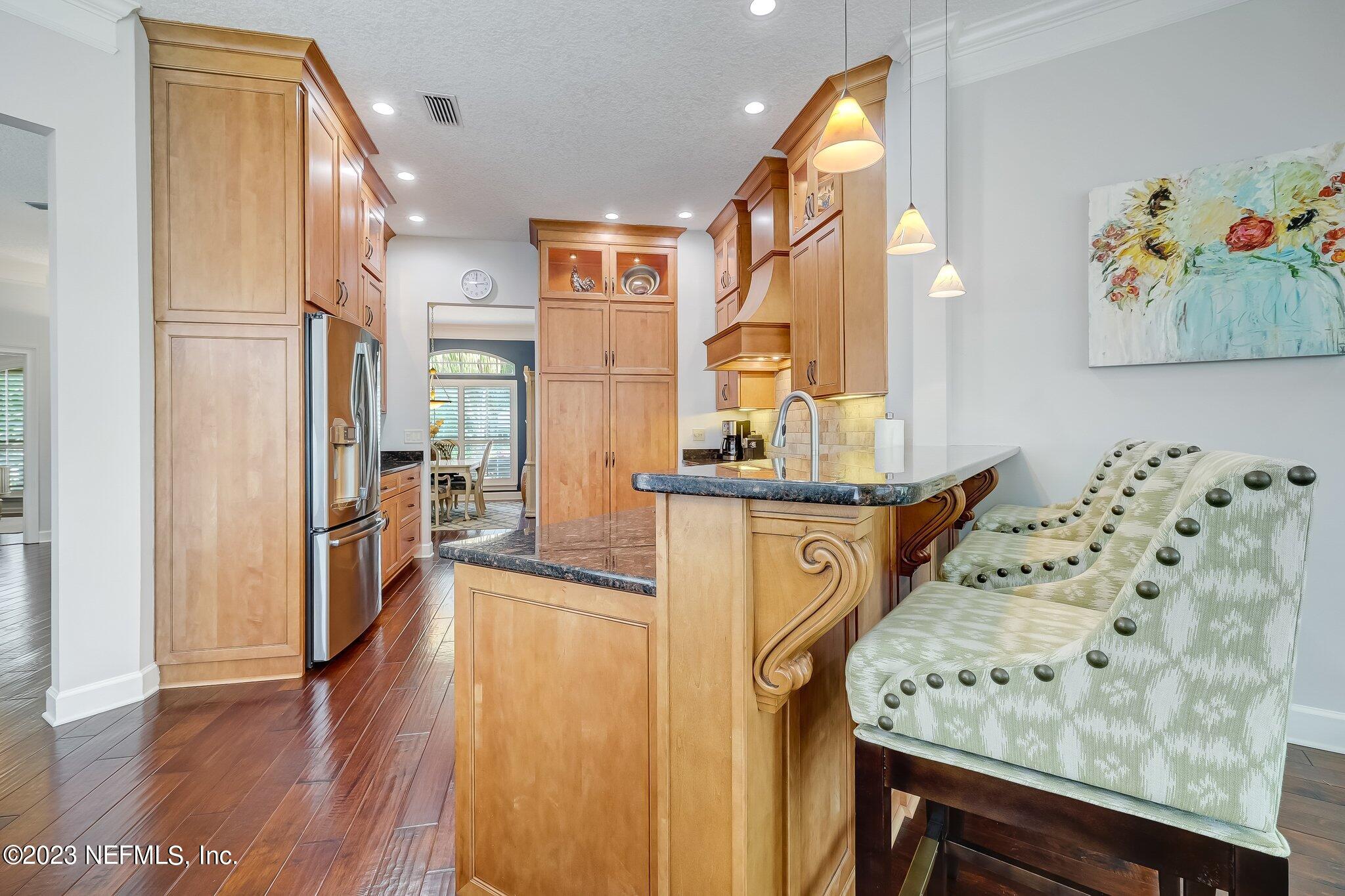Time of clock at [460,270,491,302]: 3:01
